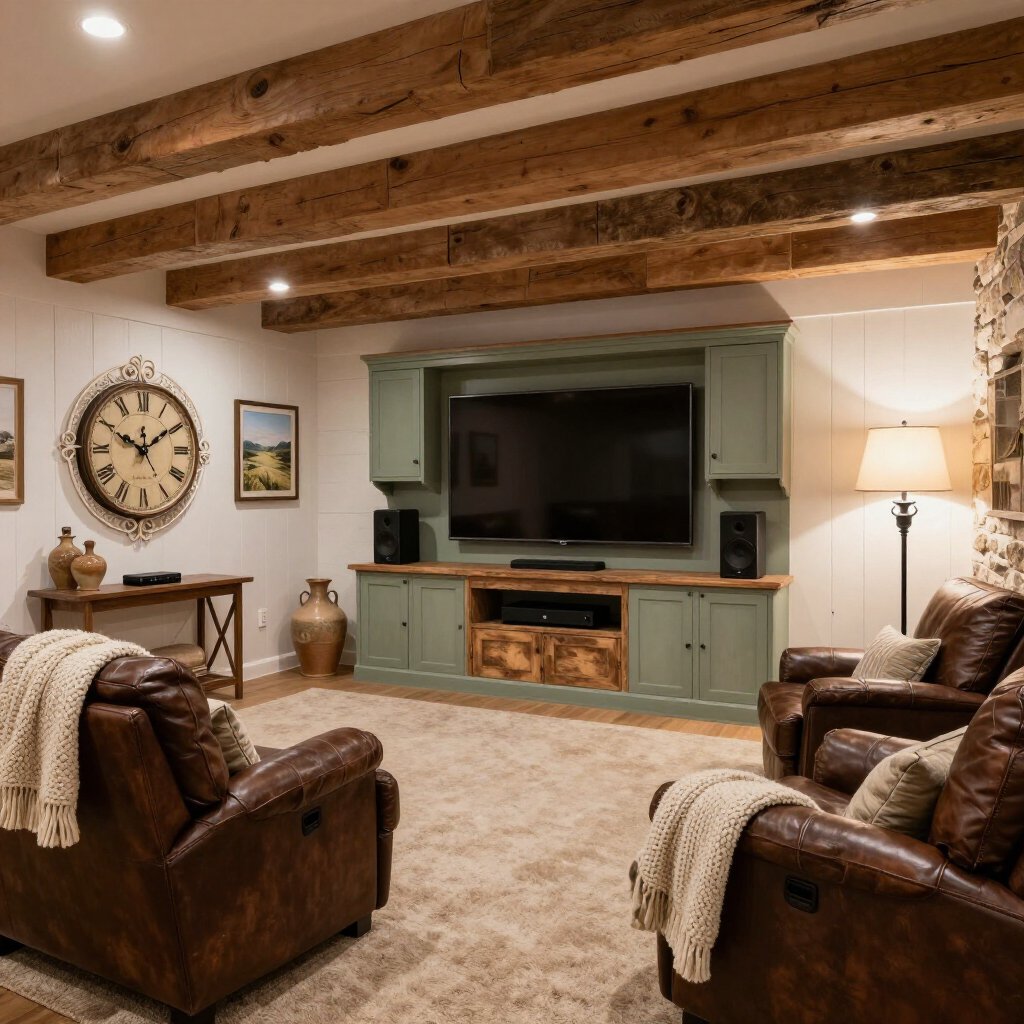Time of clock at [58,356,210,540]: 10:09
